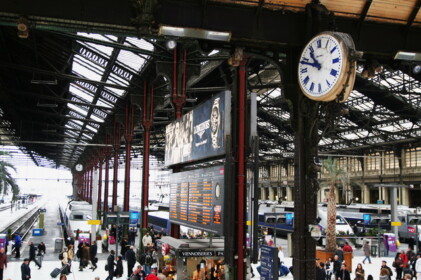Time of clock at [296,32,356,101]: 10:48
